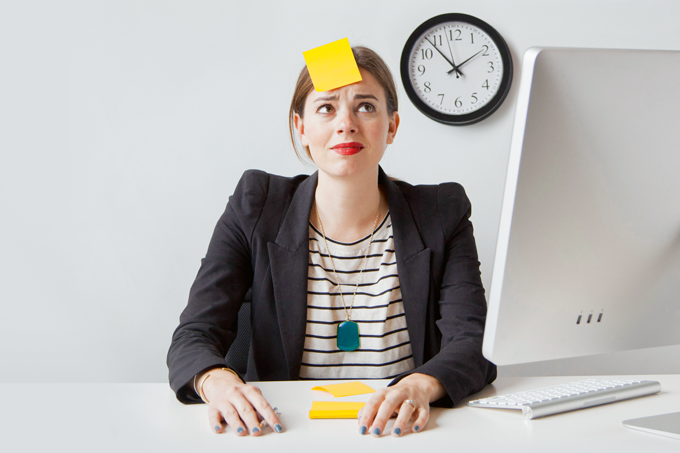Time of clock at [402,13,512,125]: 1:53
